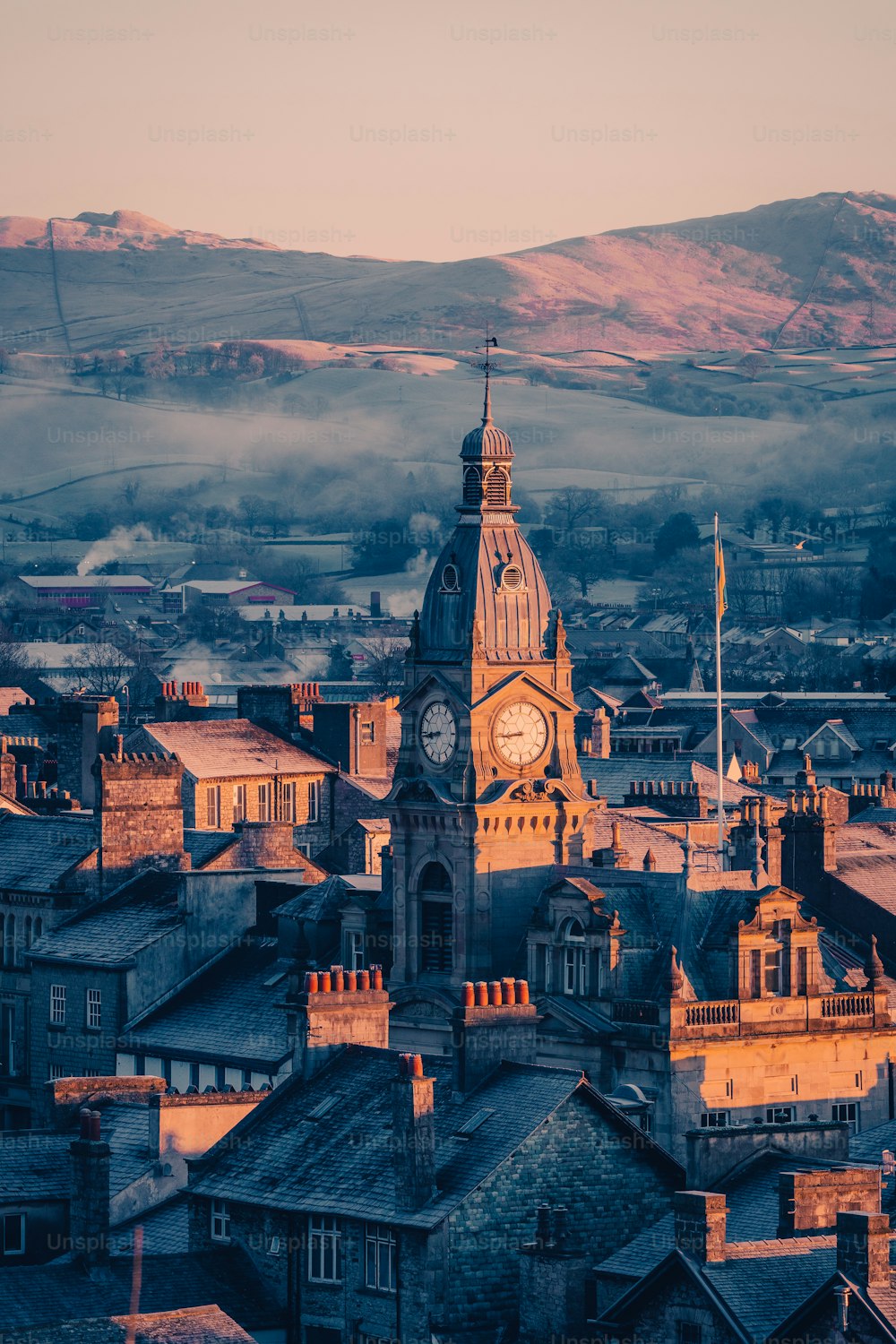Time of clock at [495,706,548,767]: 8:44
